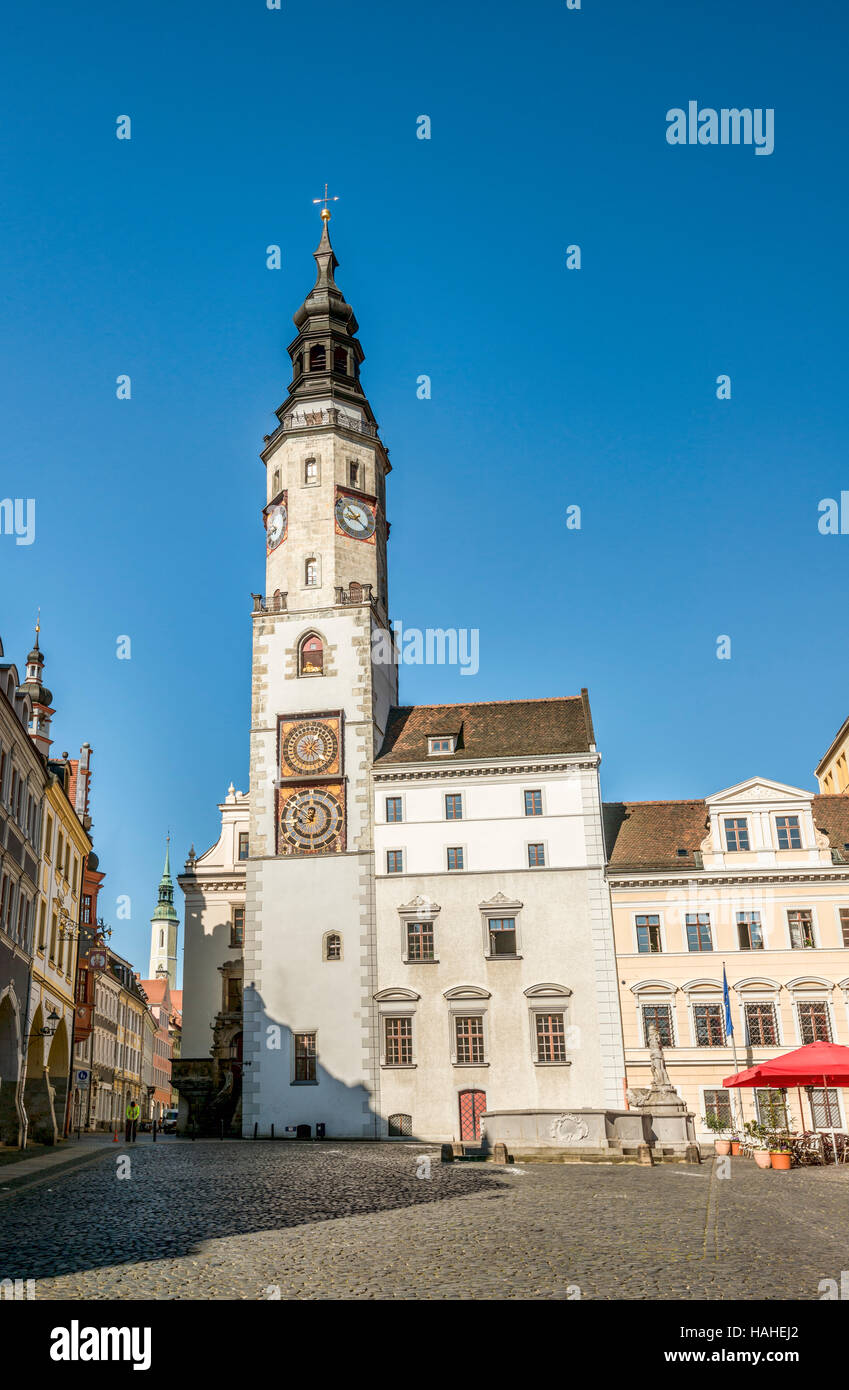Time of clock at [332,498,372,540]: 8:21
